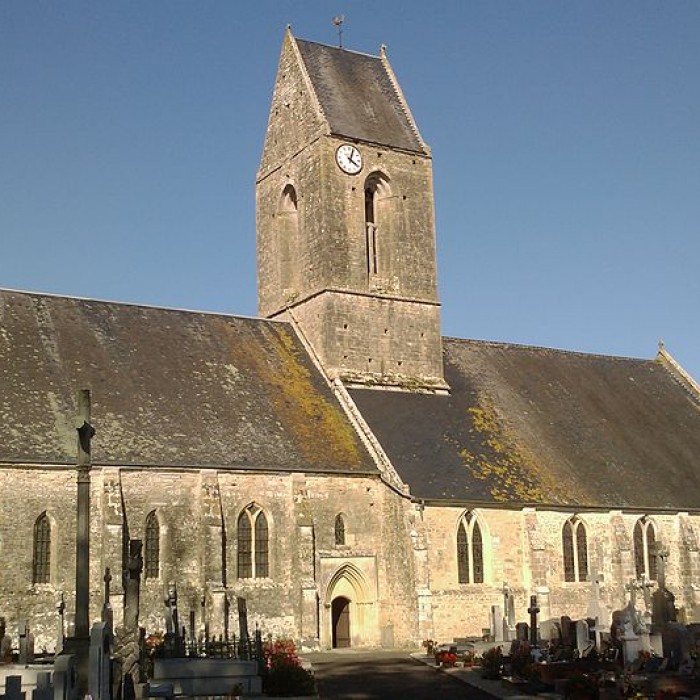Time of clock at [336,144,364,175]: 4:03
